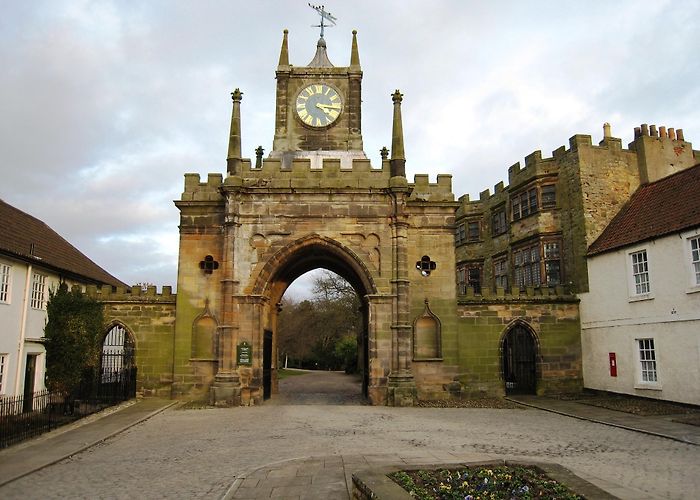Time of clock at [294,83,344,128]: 4:16
